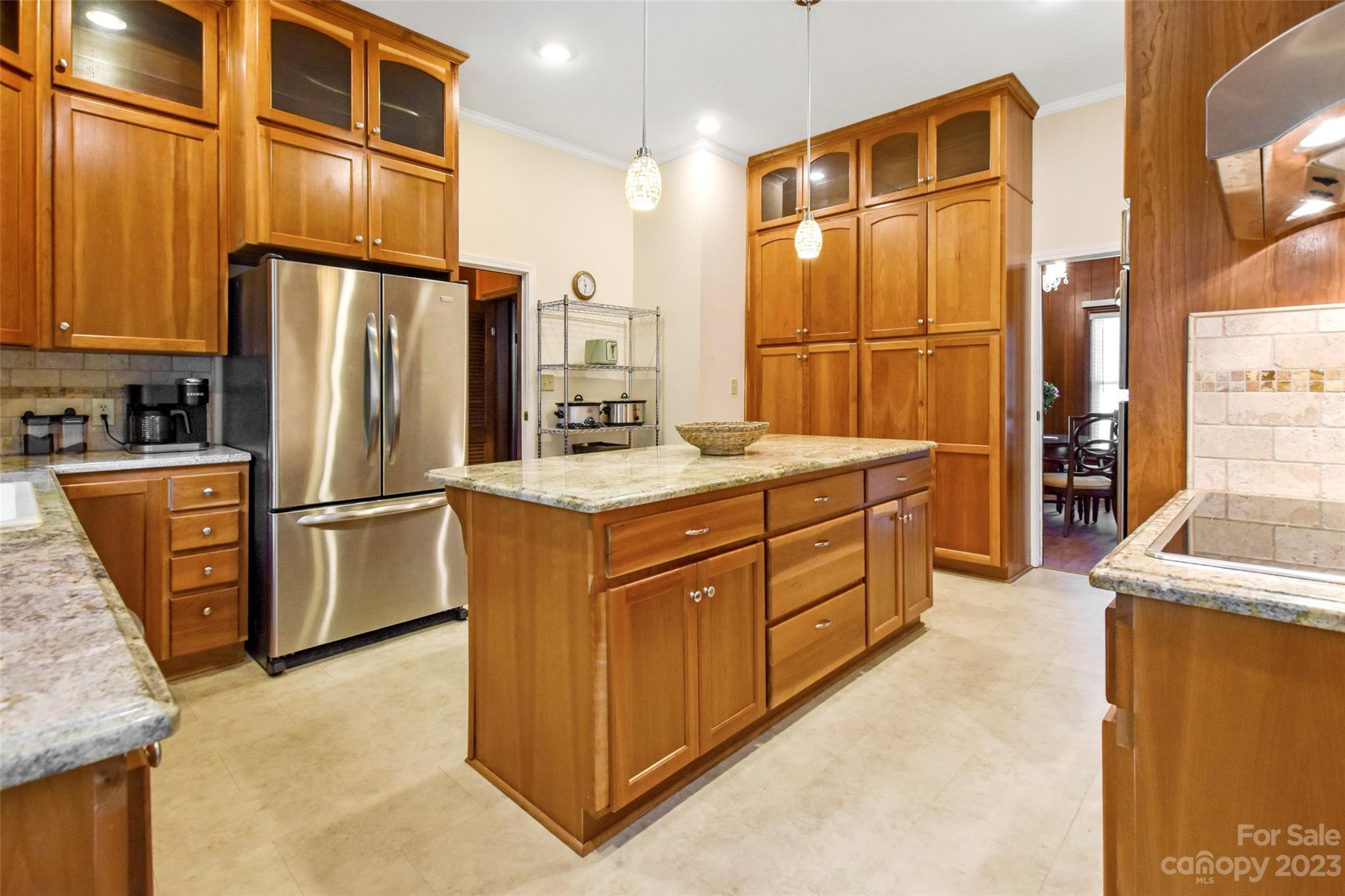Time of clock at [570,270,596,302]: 11:32
